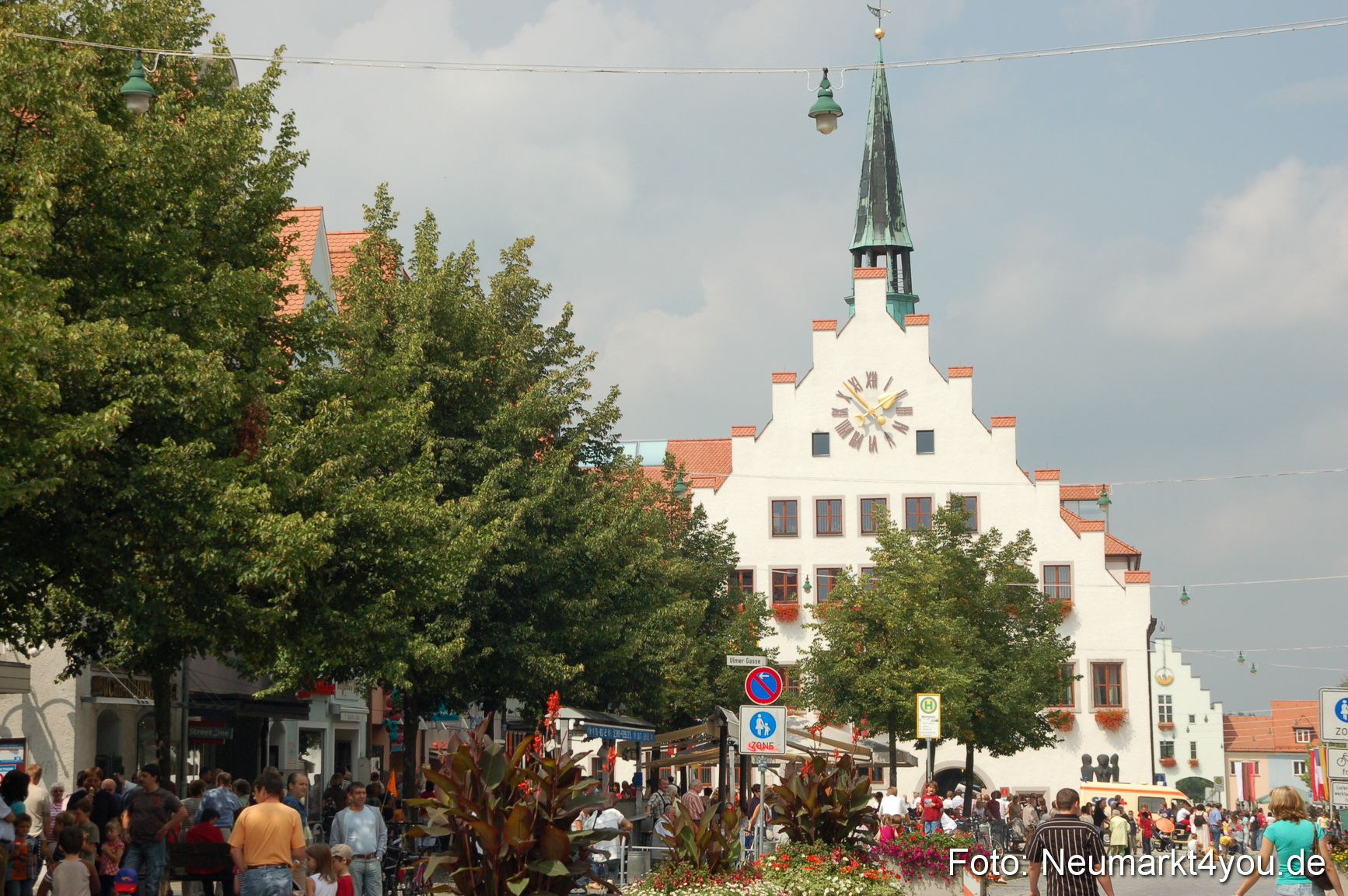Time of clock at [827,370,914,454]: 1:53
